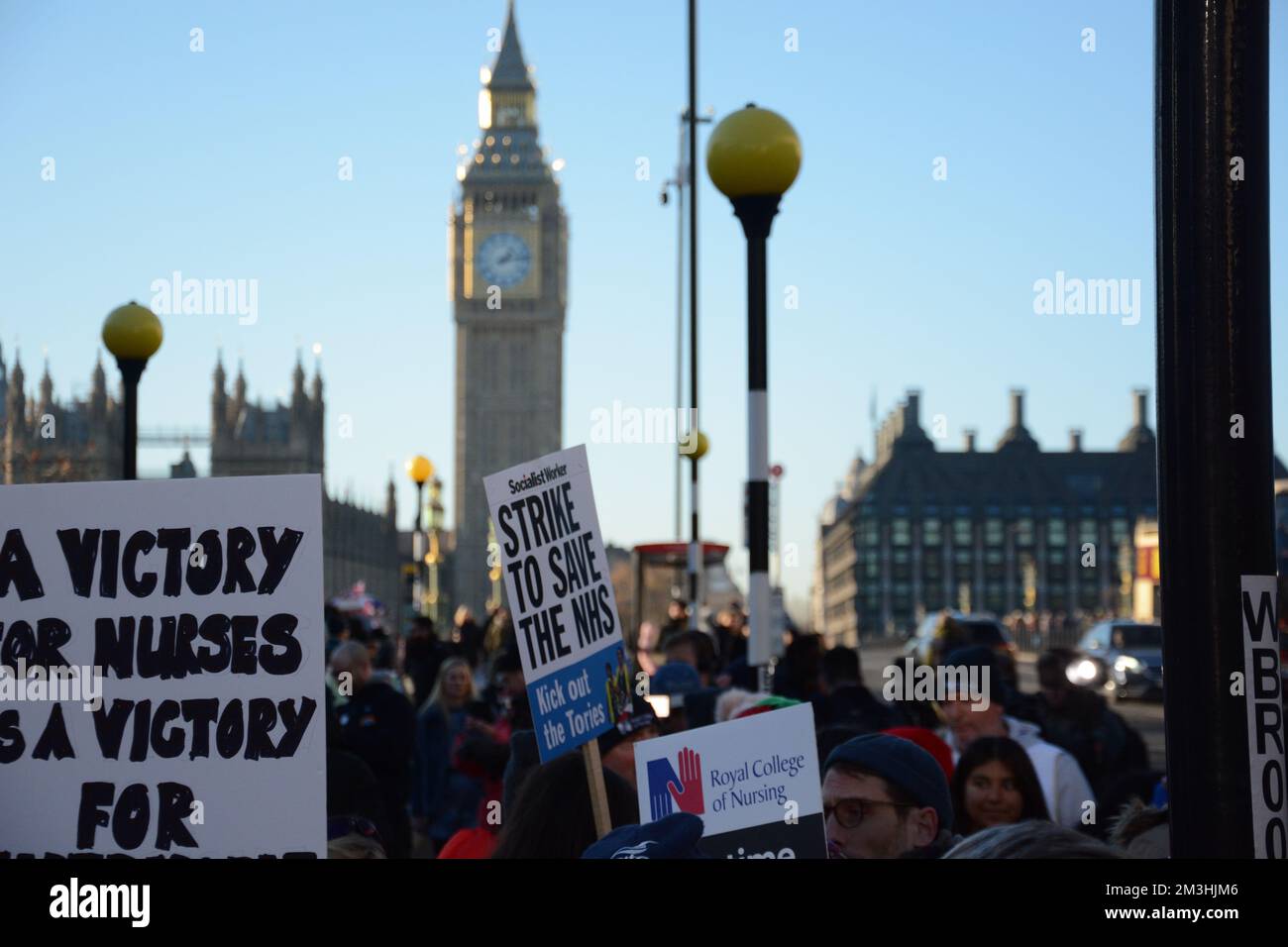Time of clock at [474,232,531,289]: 1:13
